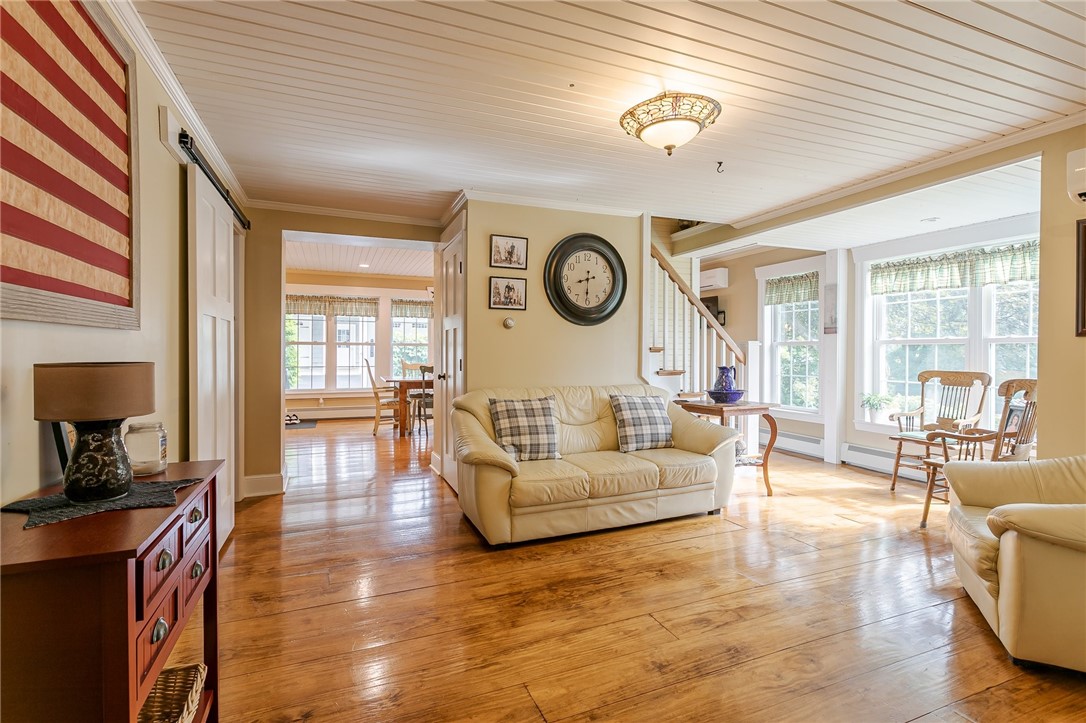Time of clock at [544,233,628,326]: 8:30
